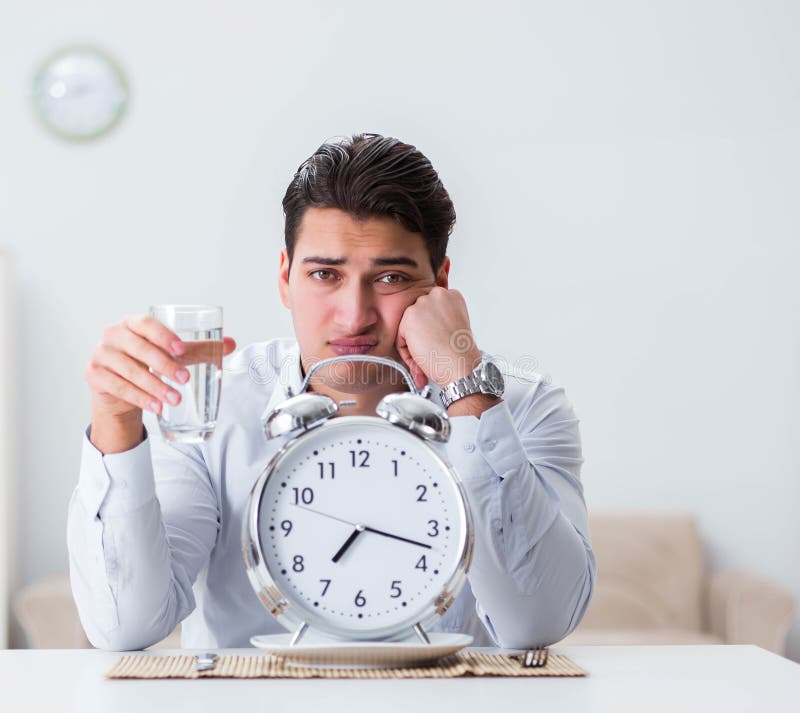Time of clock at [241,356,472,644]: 7:17
